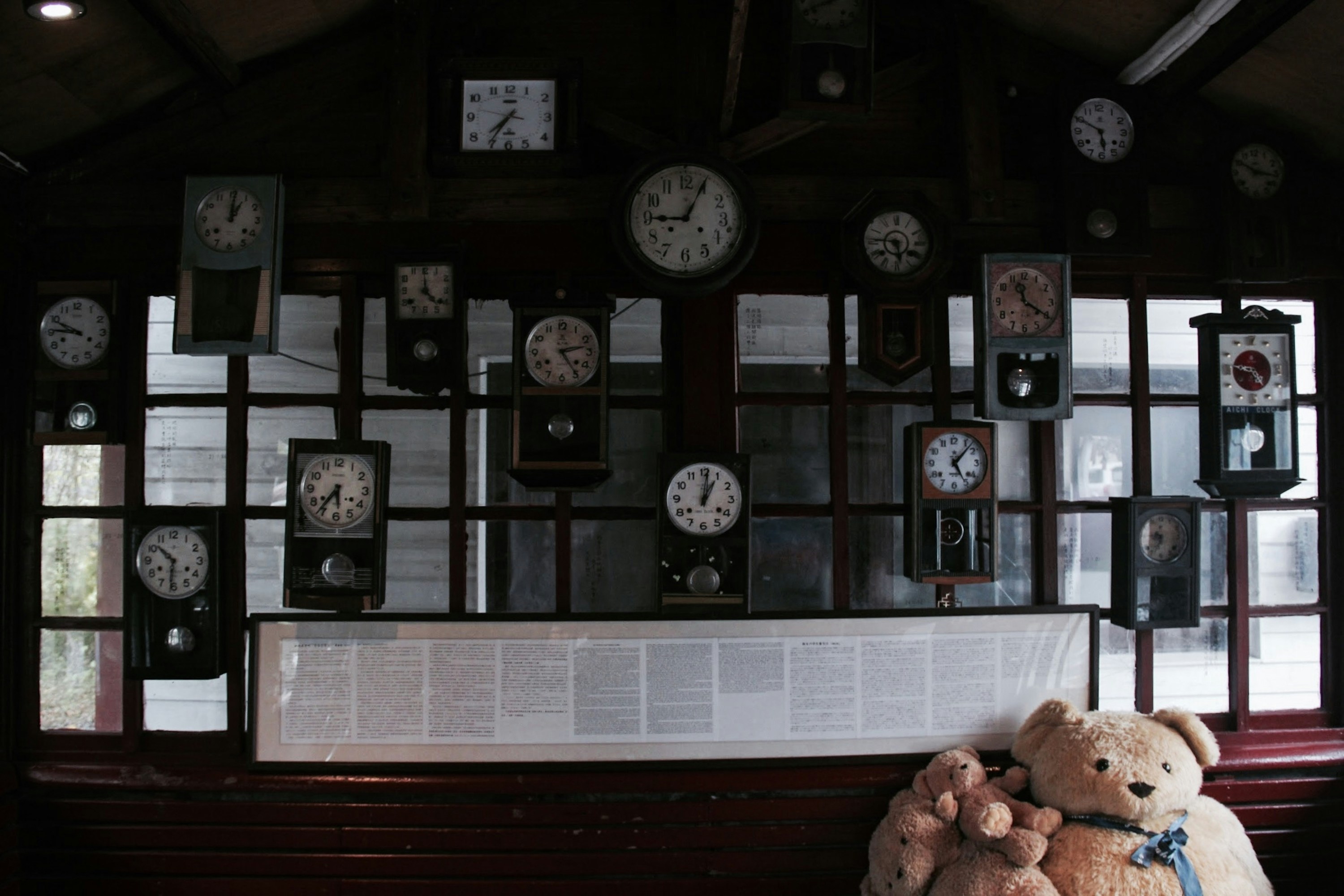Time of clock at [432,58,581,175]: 7:35
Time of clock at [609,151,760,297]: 9:04
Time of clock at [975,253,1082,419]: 11:20
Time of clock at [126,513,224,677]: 10:31
